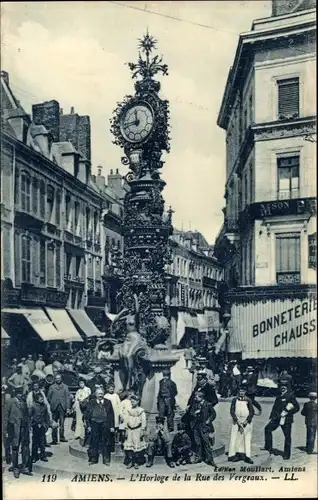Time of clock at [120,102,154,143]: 11:42
